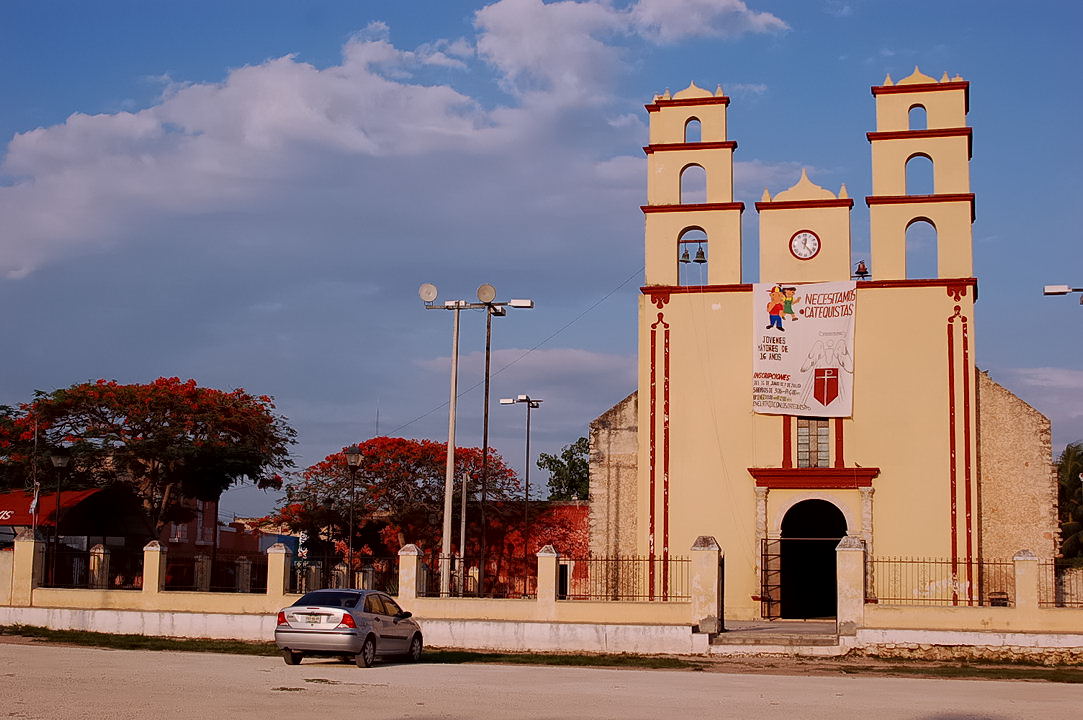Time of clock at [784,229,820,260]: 12:23
